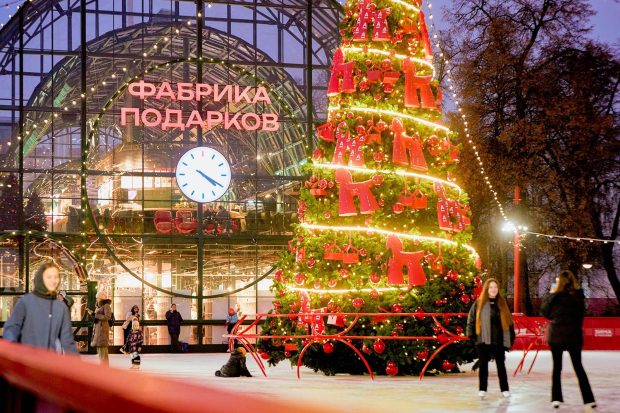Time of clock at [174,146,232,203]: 4:20
